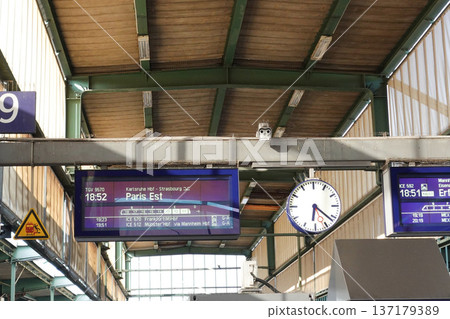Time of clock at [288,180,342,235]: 6:21
